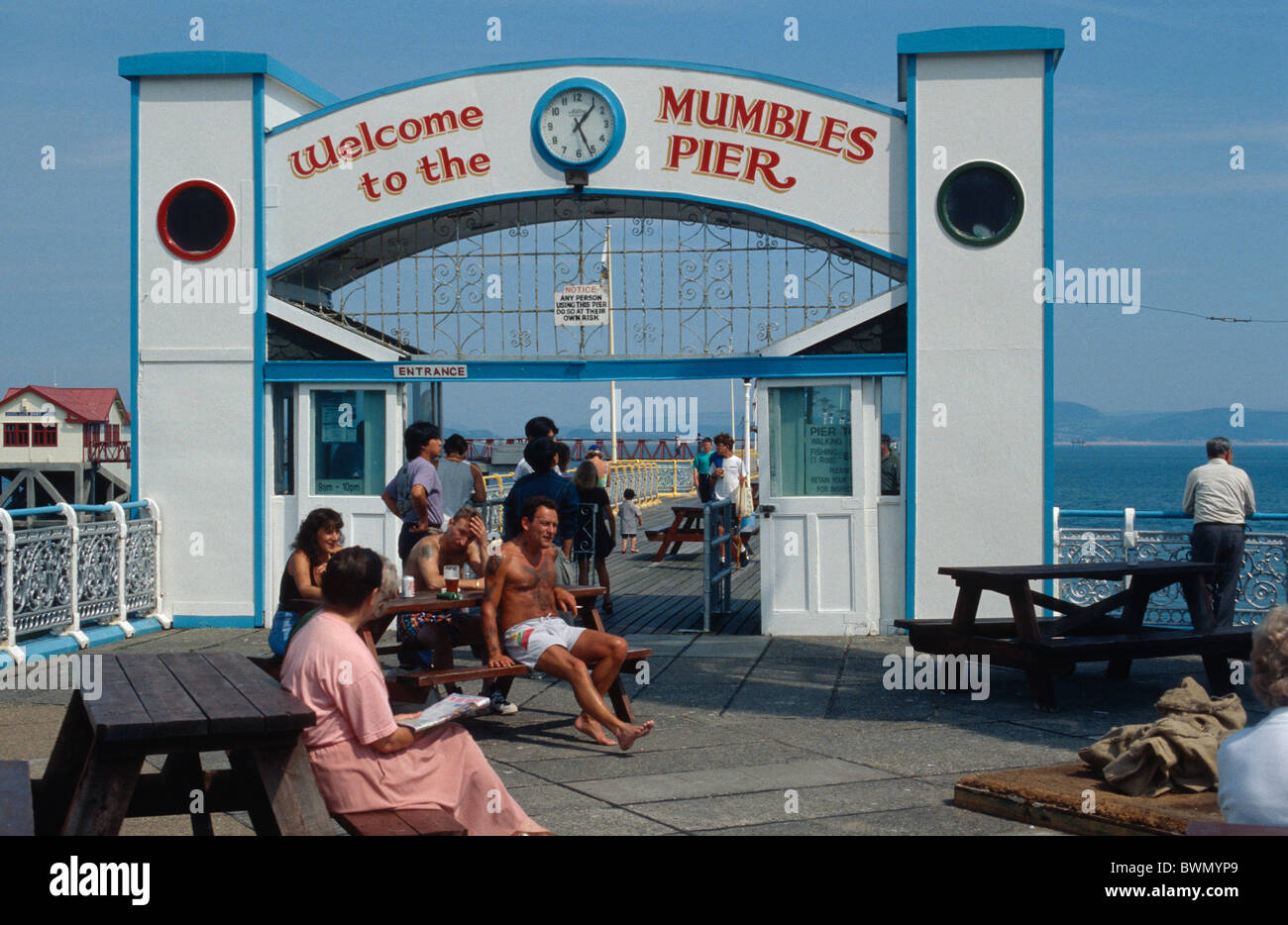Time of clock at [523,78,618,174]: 1:26
